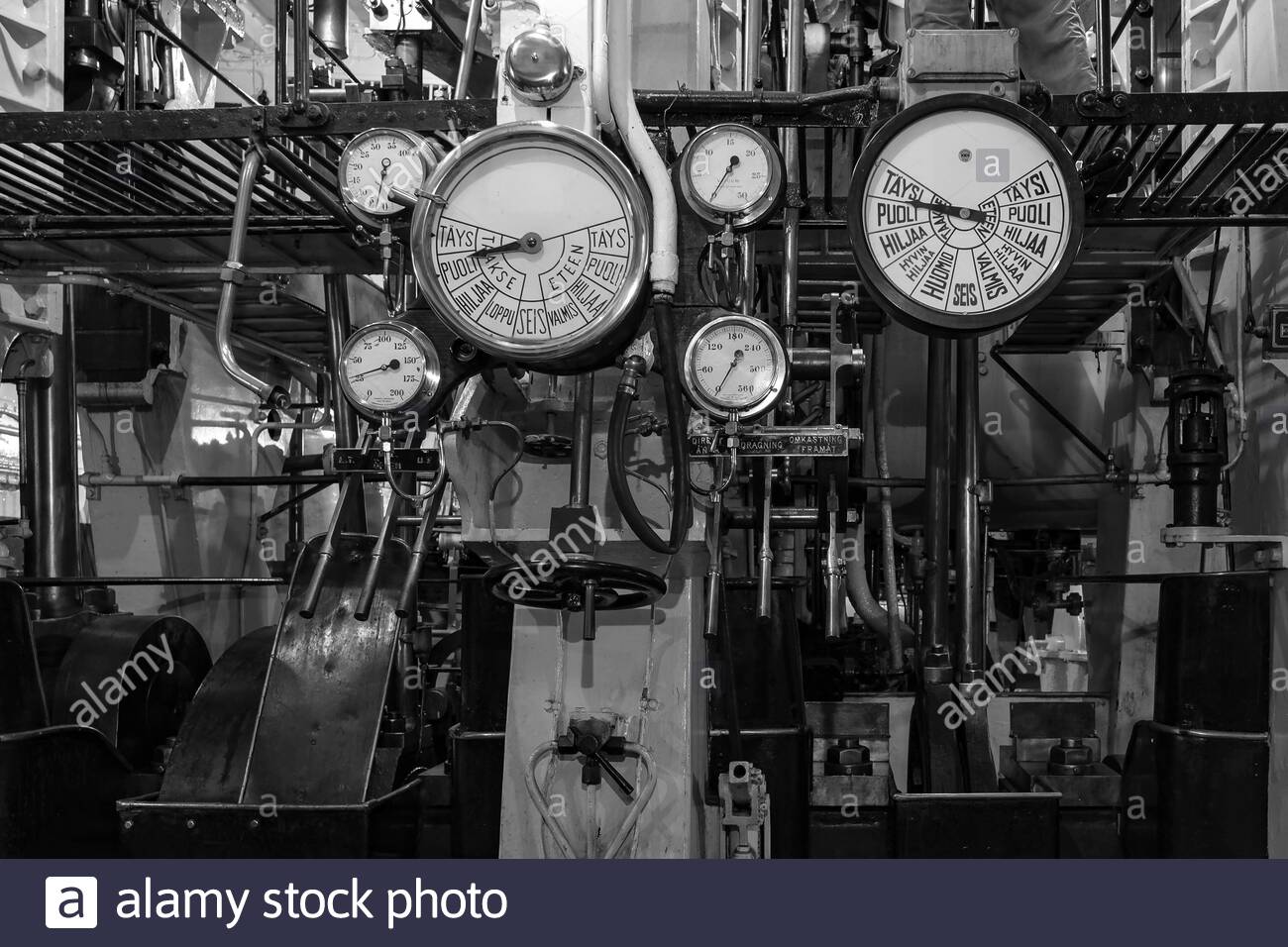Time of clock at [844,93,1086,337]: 8:46
